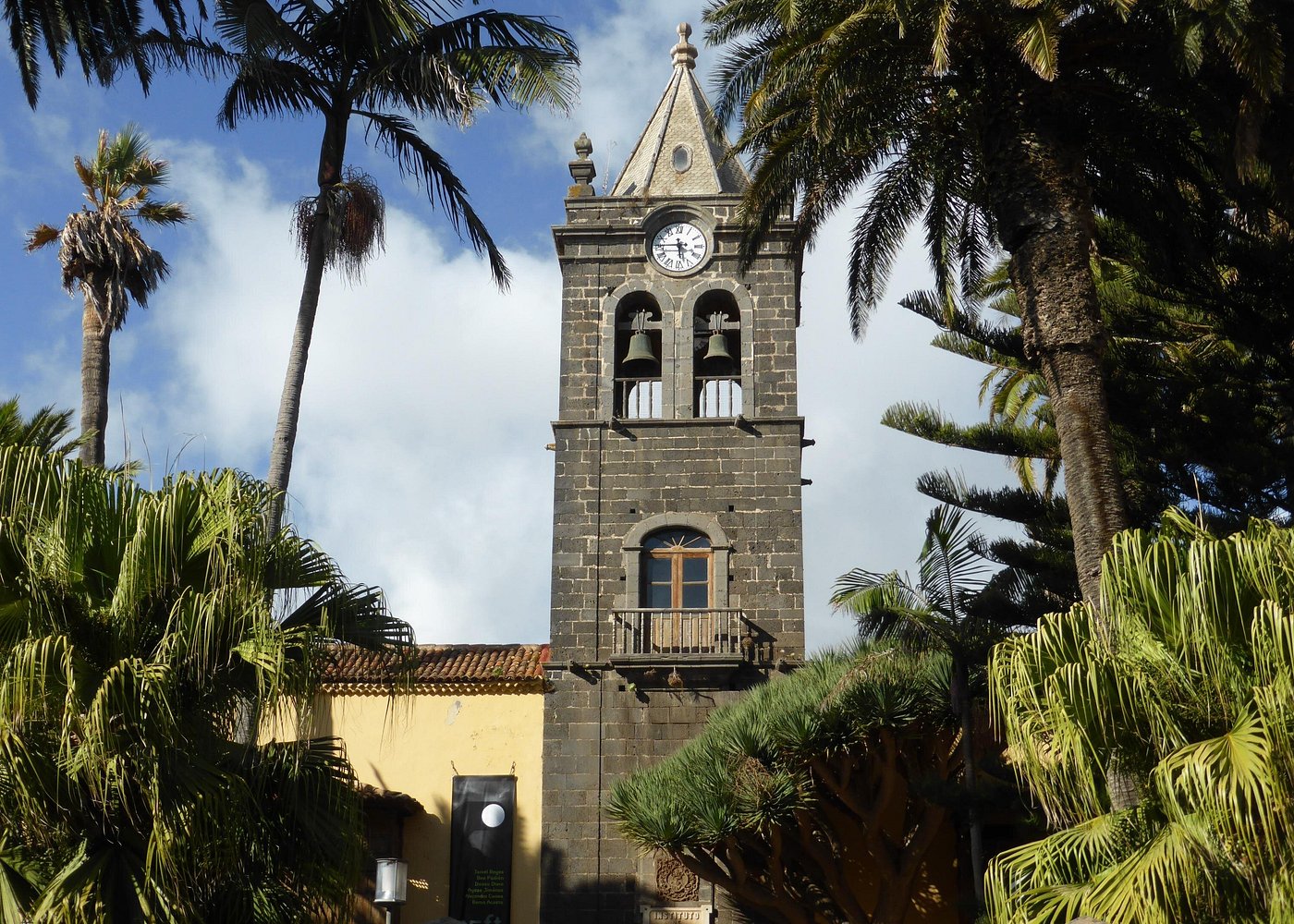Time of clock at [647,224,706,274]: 5:45
